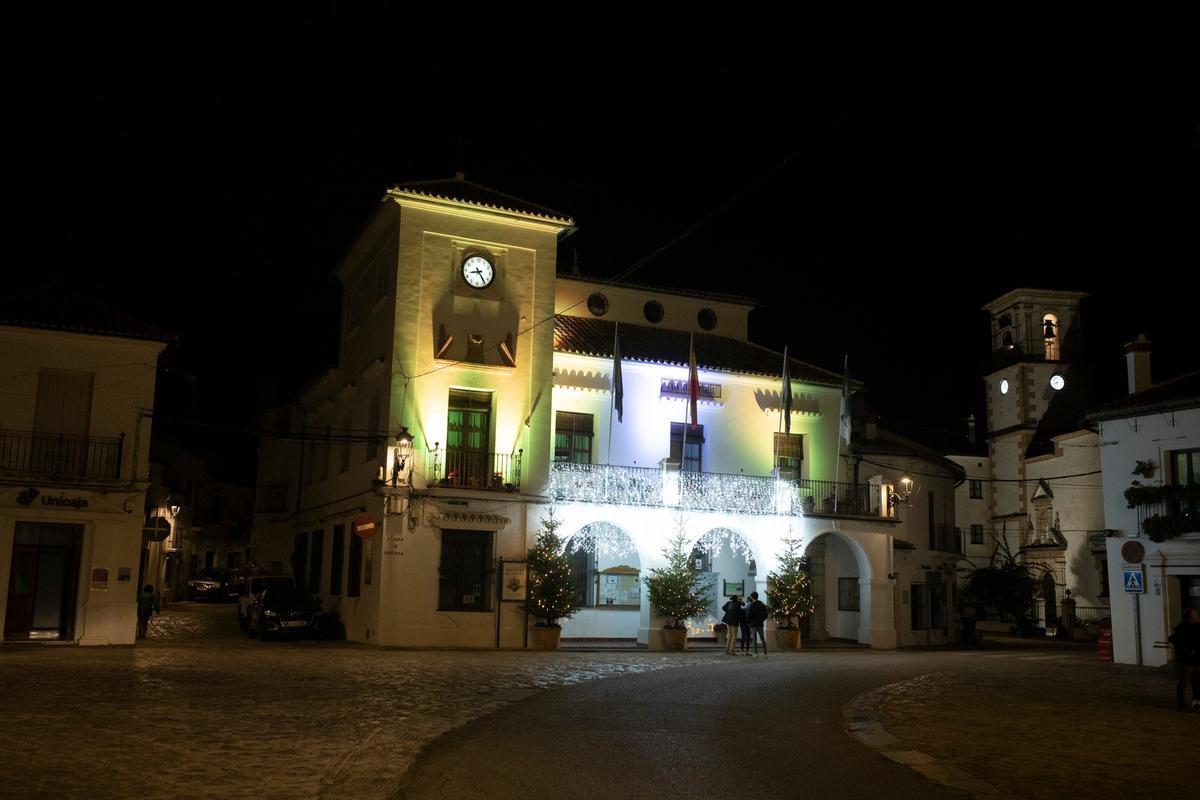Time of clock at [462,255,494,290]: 8:24
